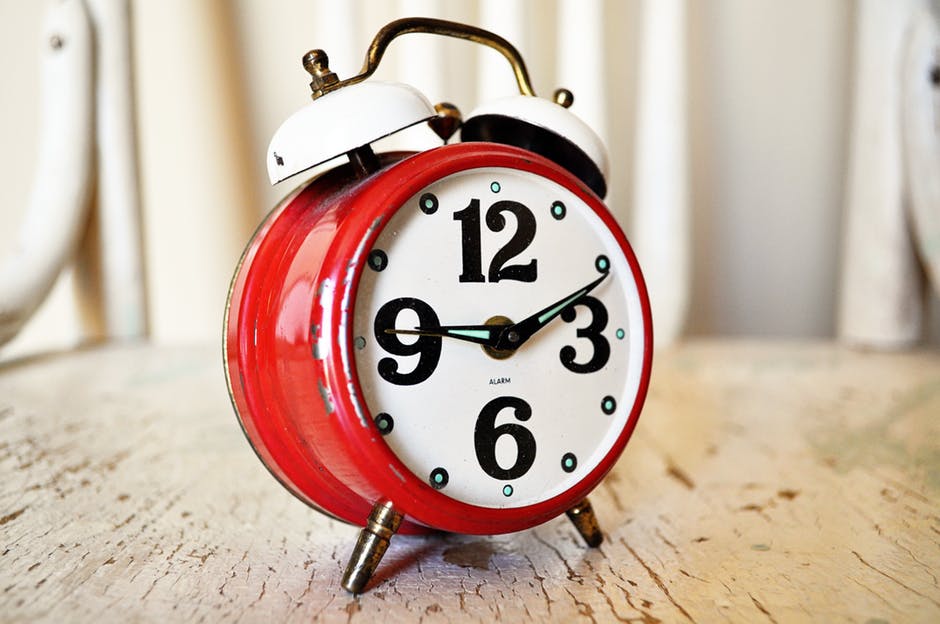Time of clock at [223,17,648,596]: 9:10
